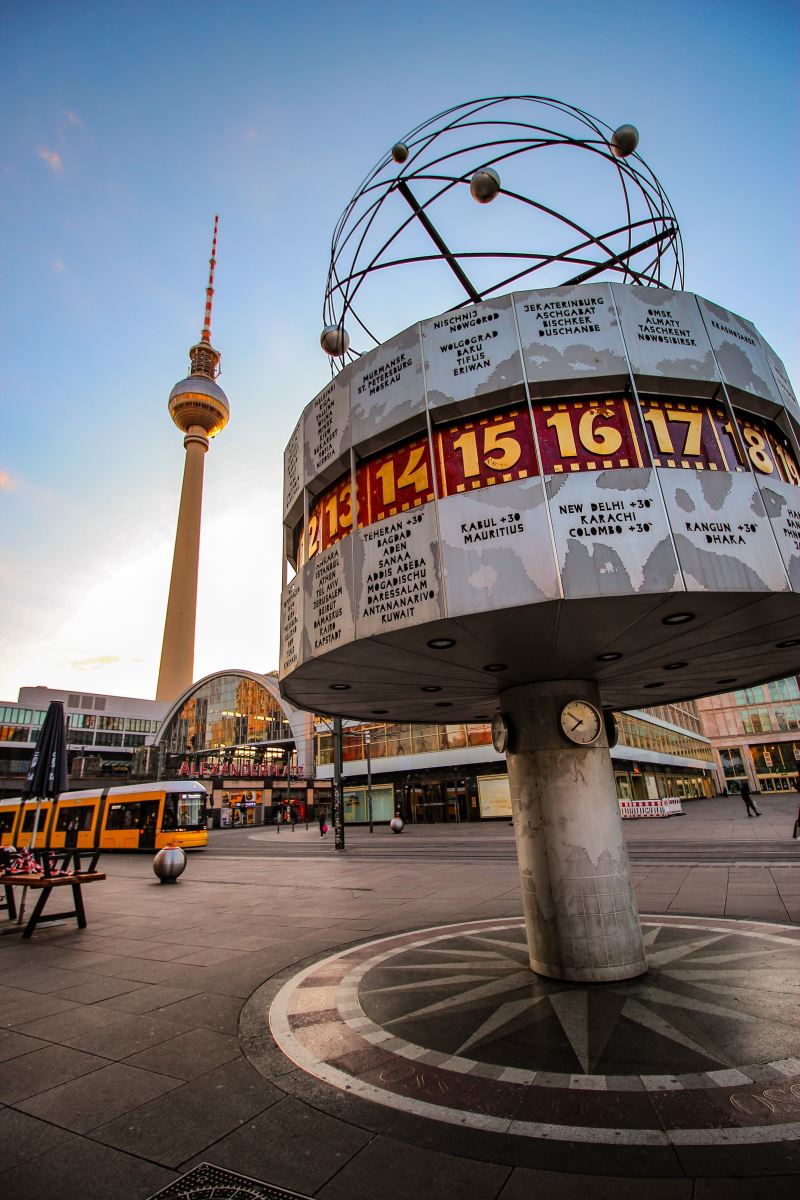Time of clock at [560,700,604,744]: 7:51
